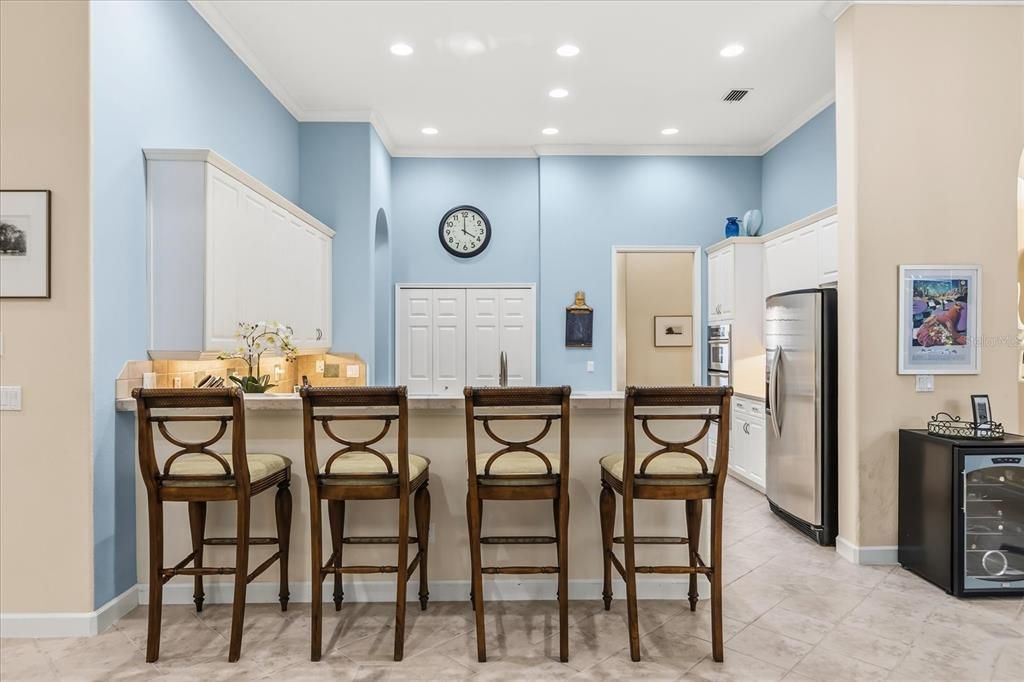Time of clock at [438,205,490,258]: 4:00
